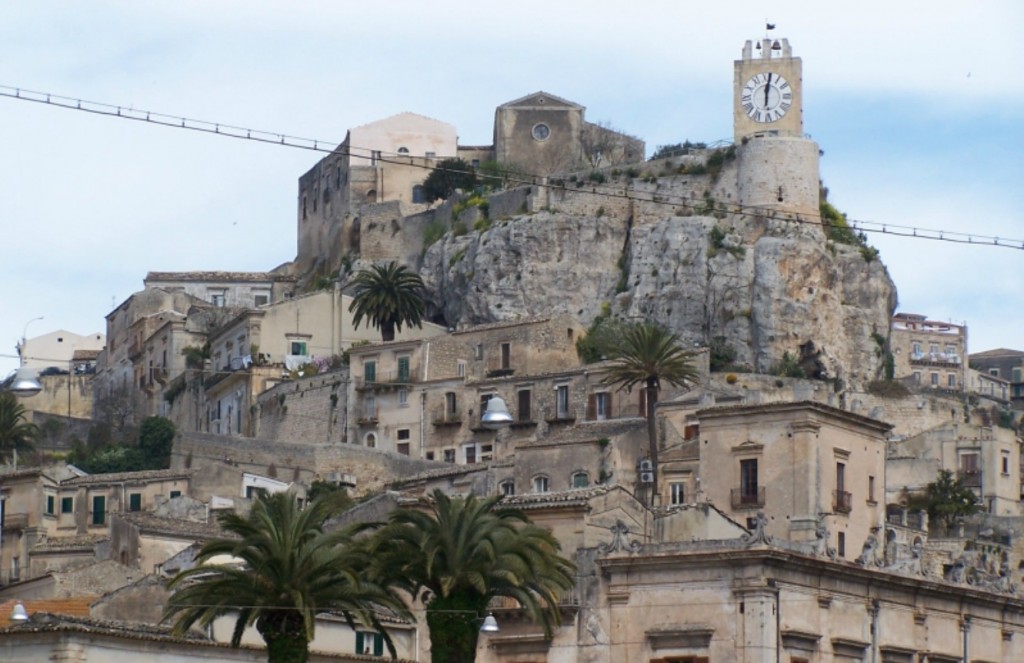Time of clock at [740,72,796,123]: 12:01
